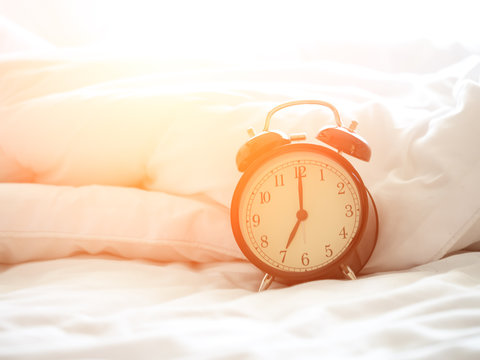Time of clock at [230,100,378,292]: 7:00
